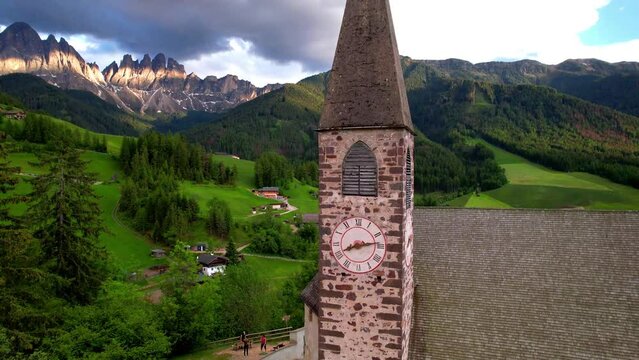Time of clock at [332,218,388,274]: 8:13
